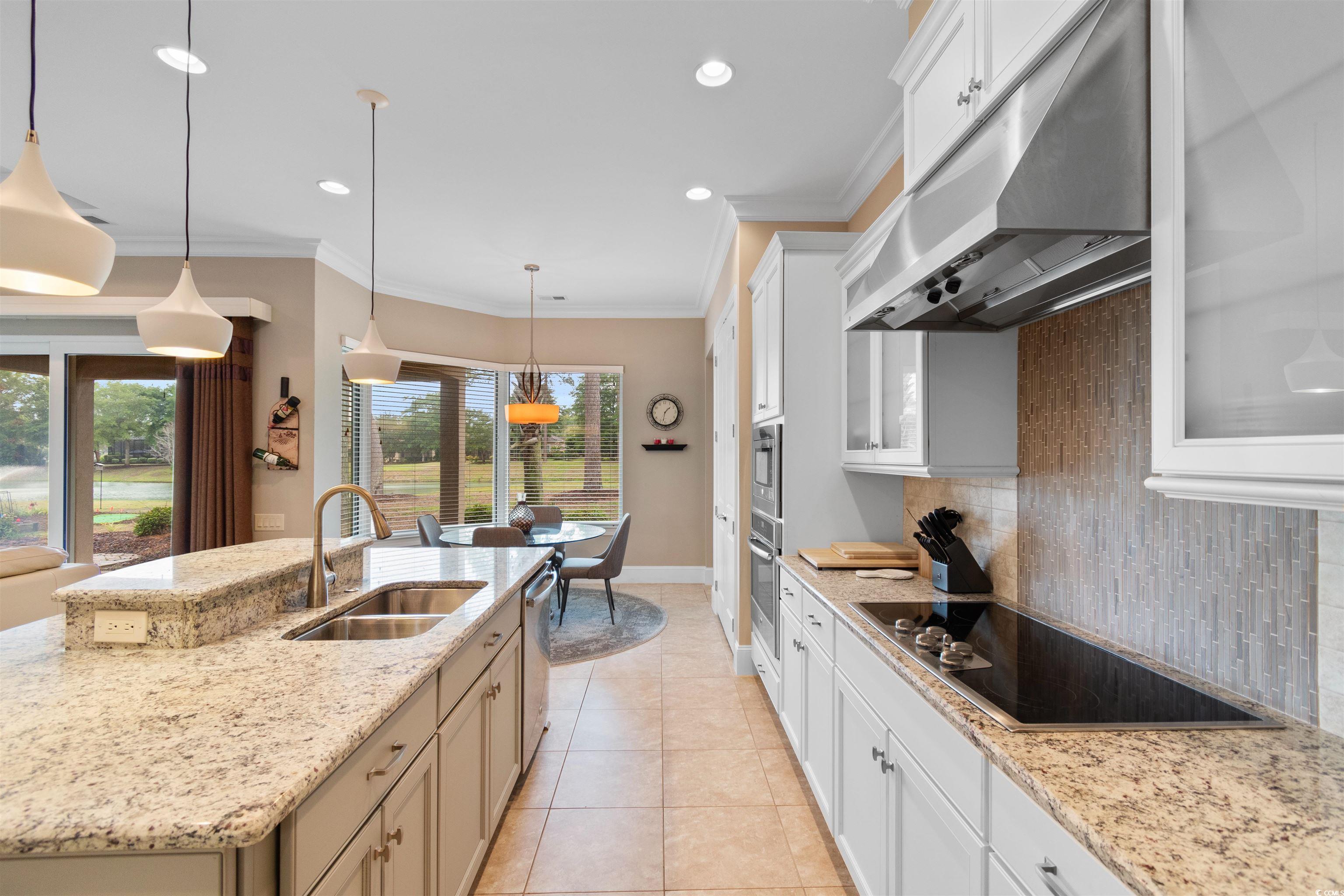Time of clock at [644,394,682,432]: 1:32
